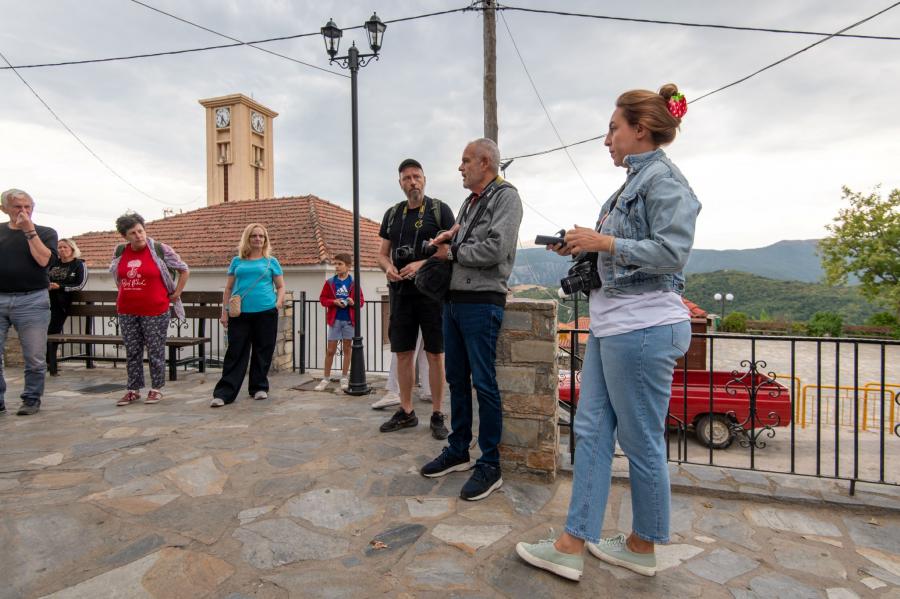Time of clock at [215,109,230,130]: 6:23
